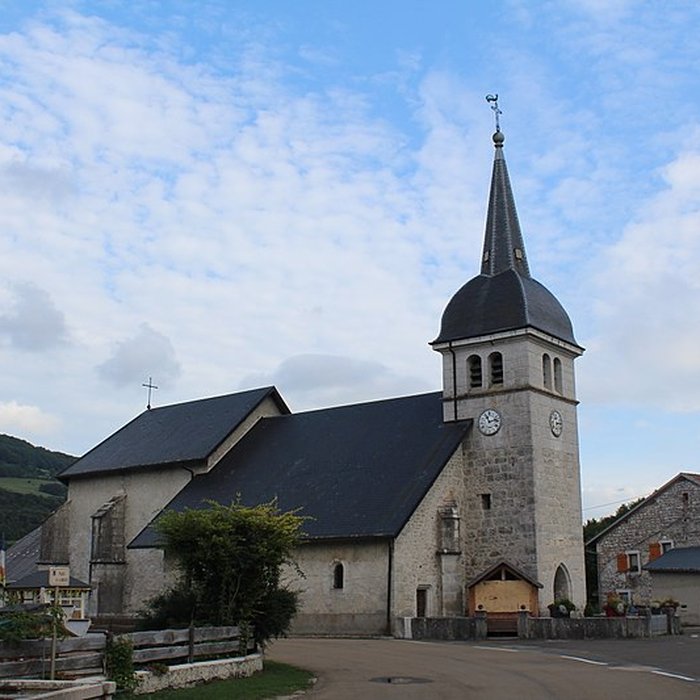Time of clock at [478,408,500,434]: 11:12
